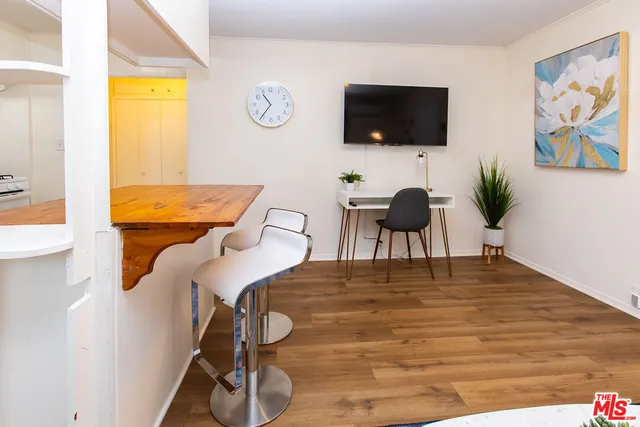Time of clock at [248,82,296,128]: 10:36
